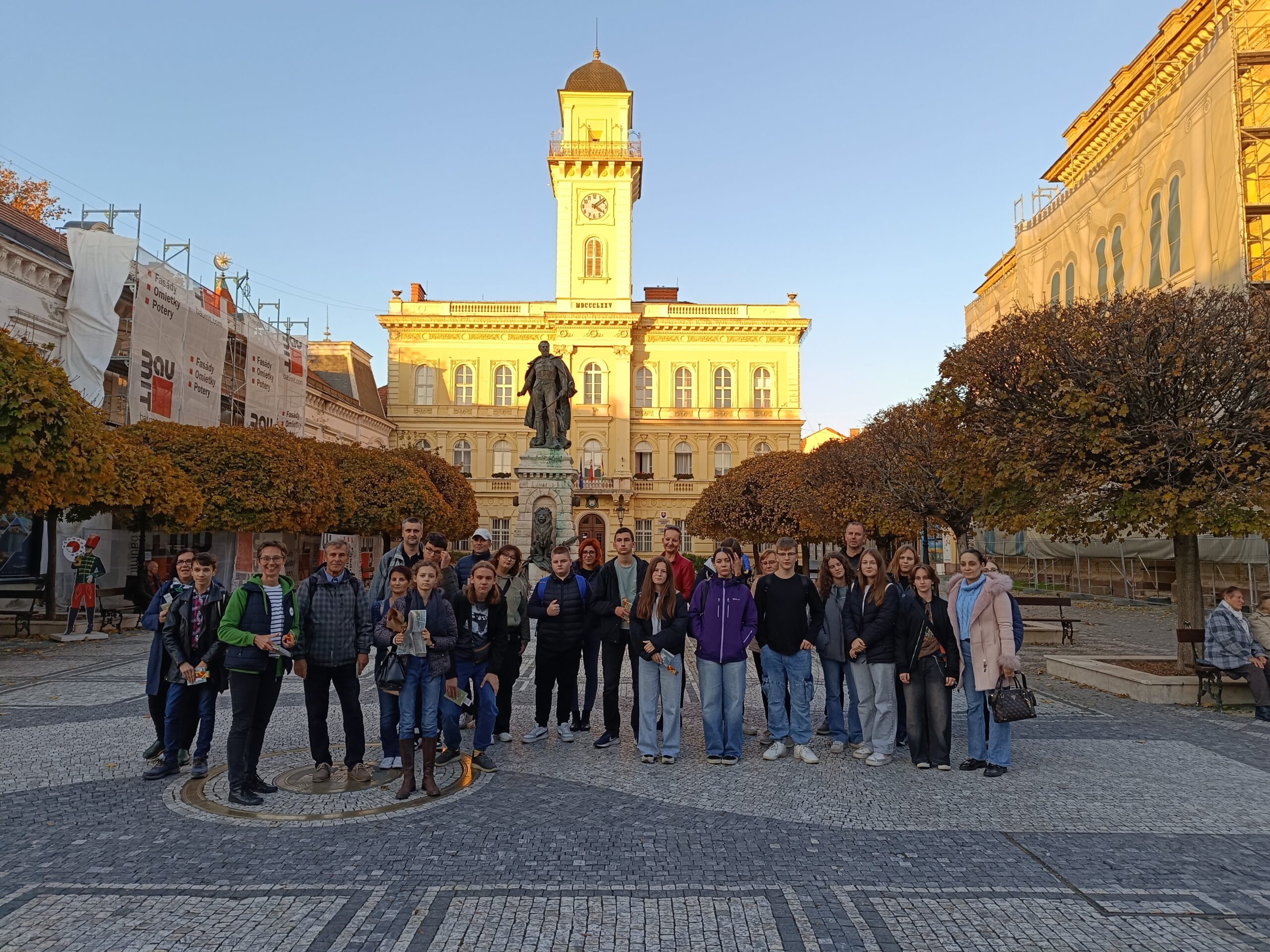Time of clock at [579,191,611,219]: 4:08
